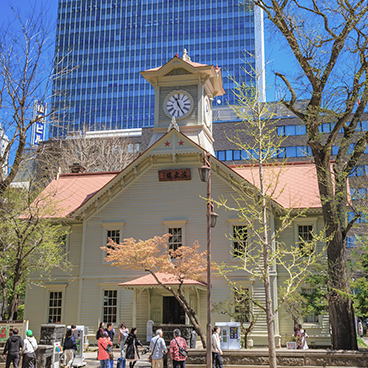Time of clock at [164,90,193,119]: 11:25
